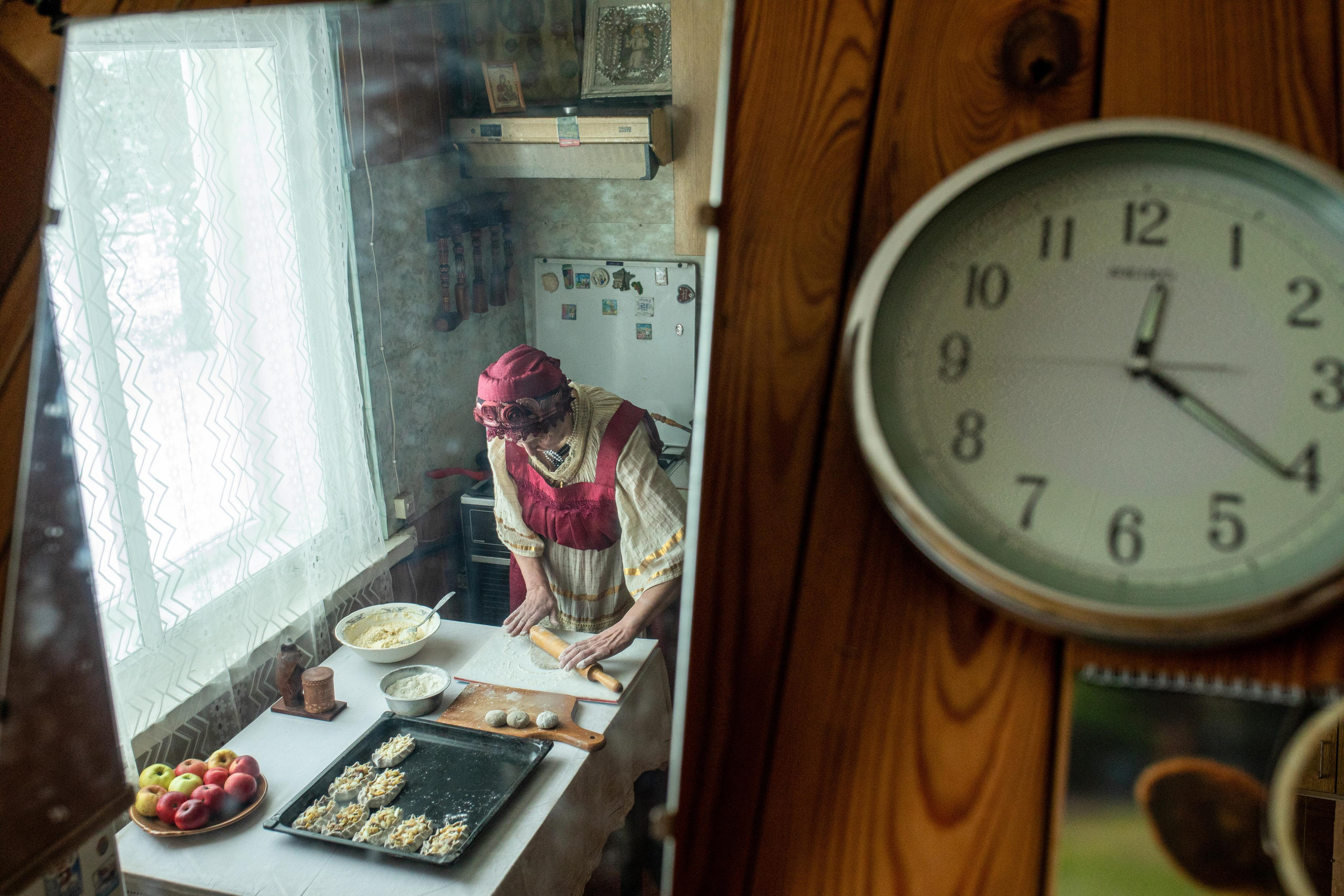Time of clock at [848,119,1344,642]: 12:20
